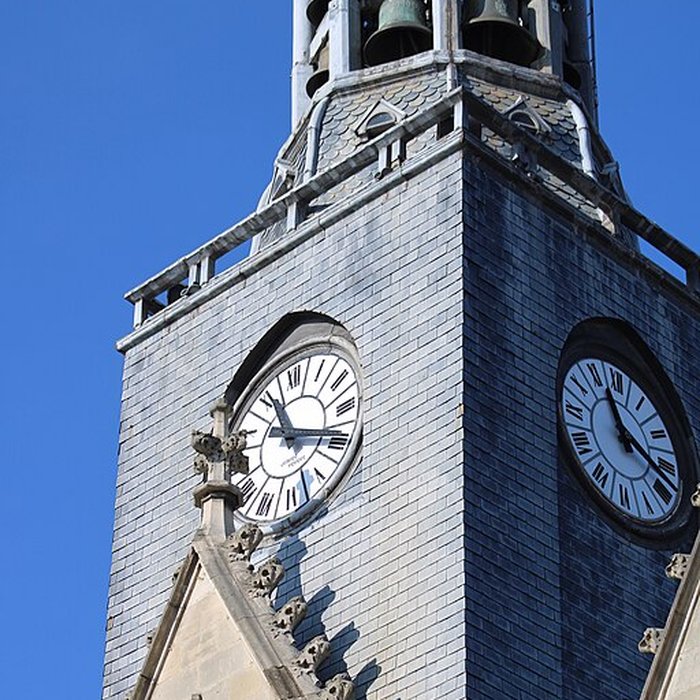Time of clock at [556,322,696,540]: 11:17
